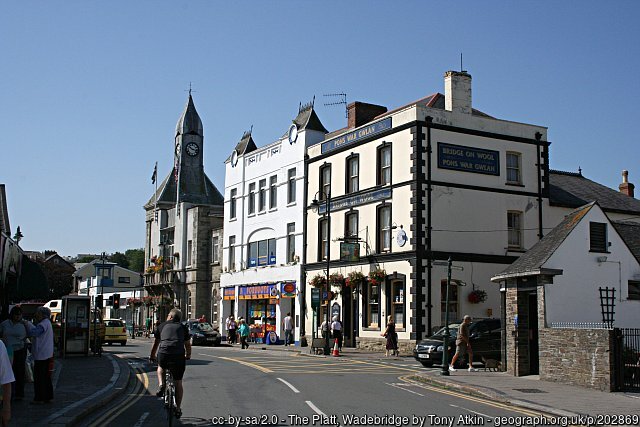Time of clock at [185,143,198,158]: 10:17
